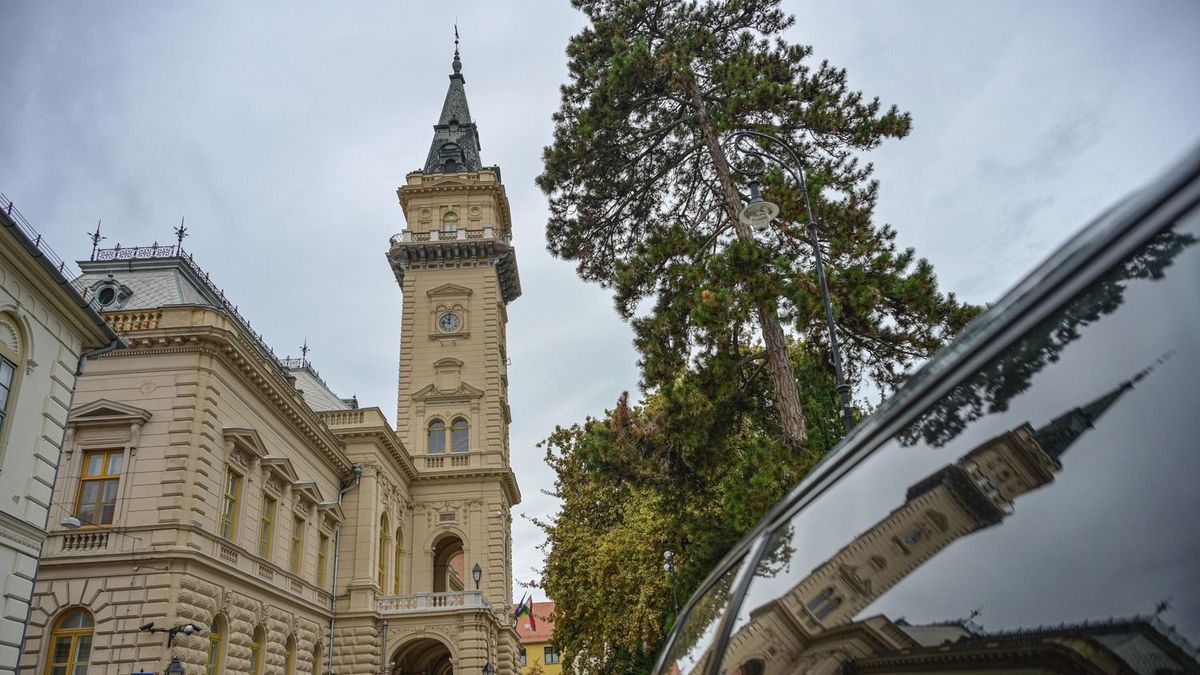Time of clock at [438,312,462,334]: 11:46
